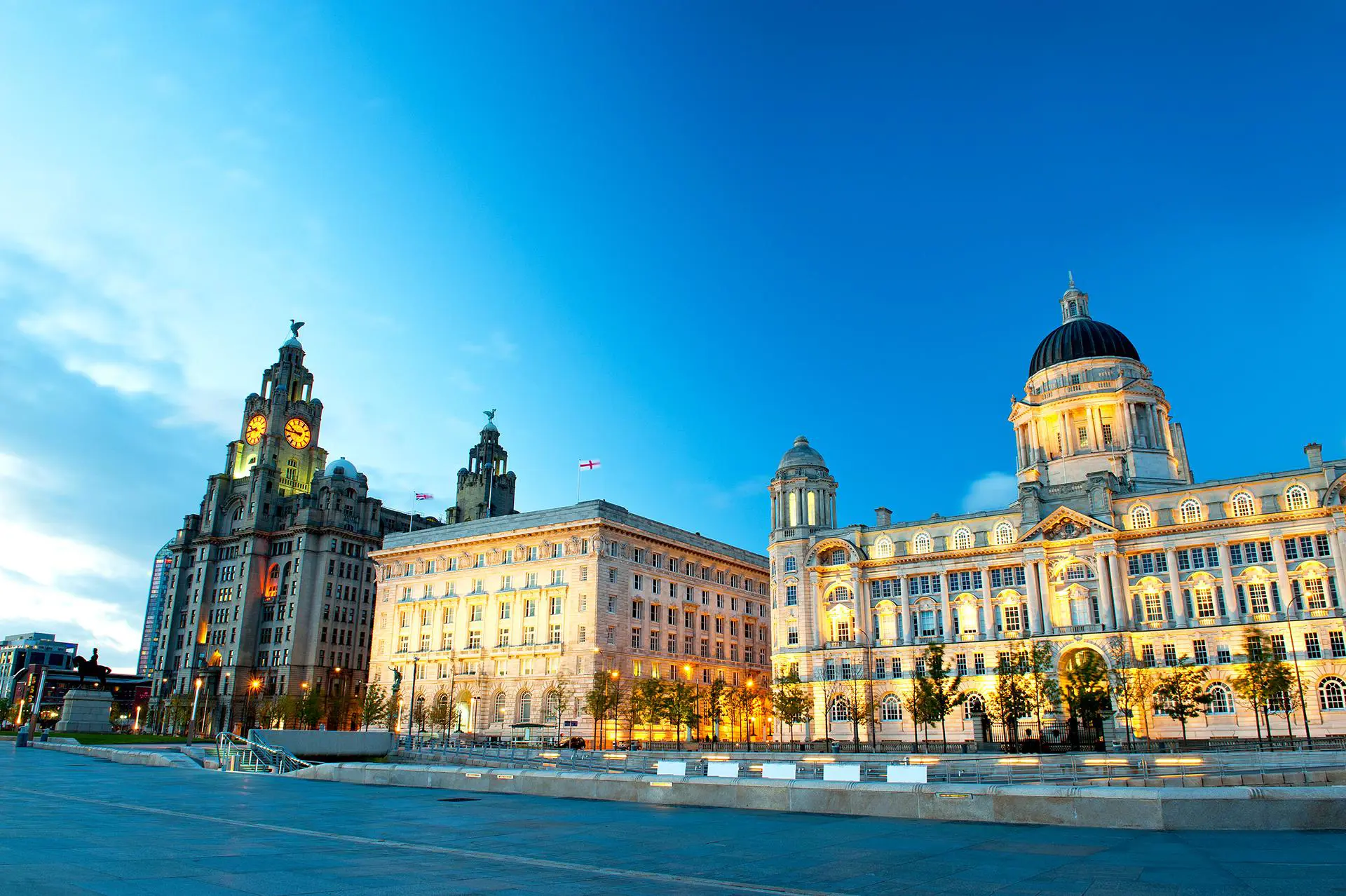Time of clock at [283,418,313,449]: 9:44
